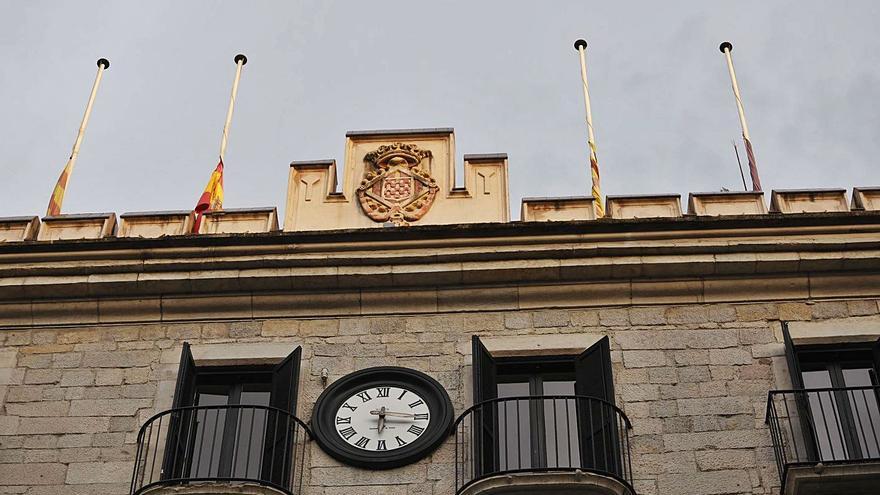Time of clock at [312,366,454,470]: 12:16
